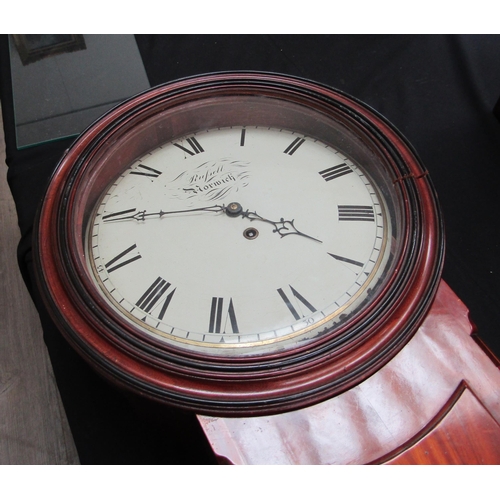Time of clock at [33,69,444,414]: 3:44
